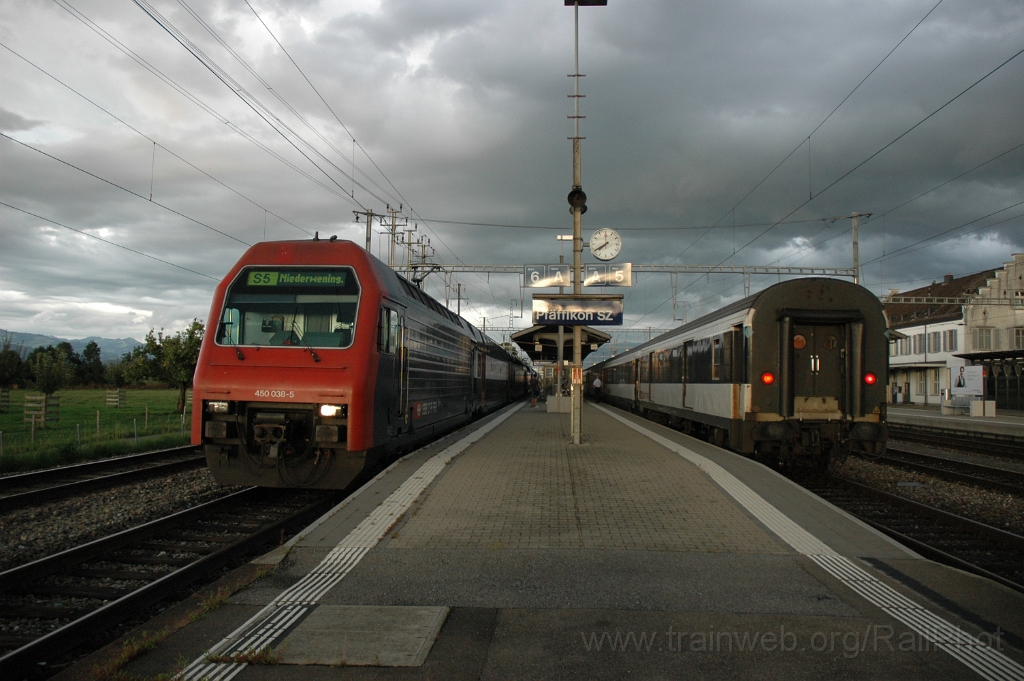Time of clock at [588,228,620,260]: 7:39
